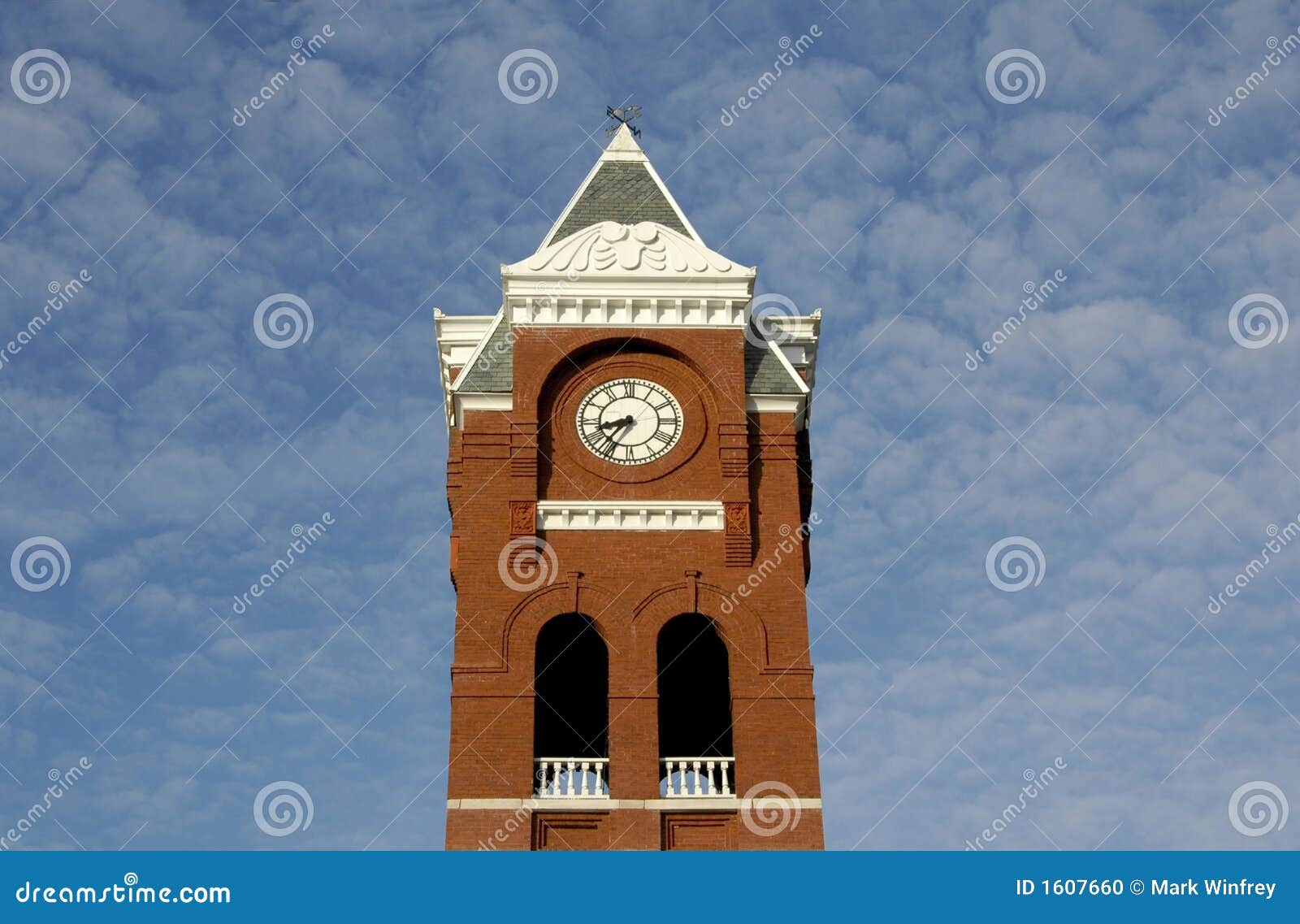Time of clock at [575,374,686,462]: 8:36
